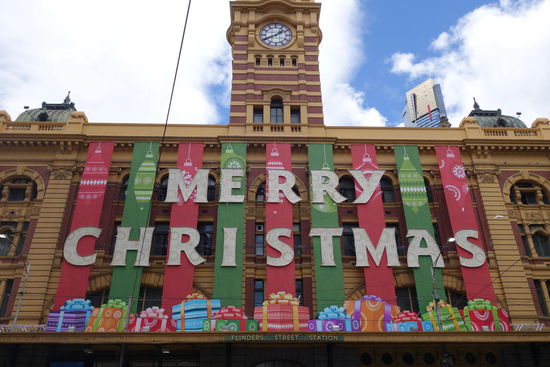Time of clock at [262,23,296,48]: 1:41
